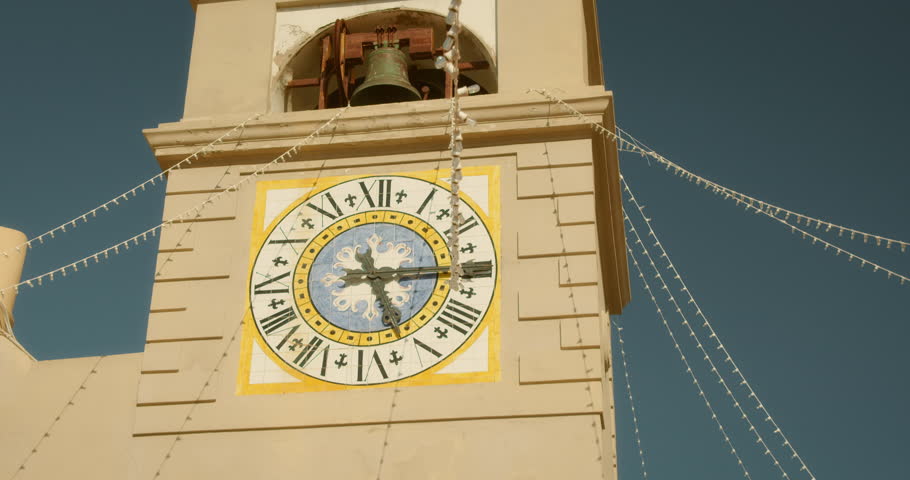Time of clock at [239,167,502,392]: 5:14
